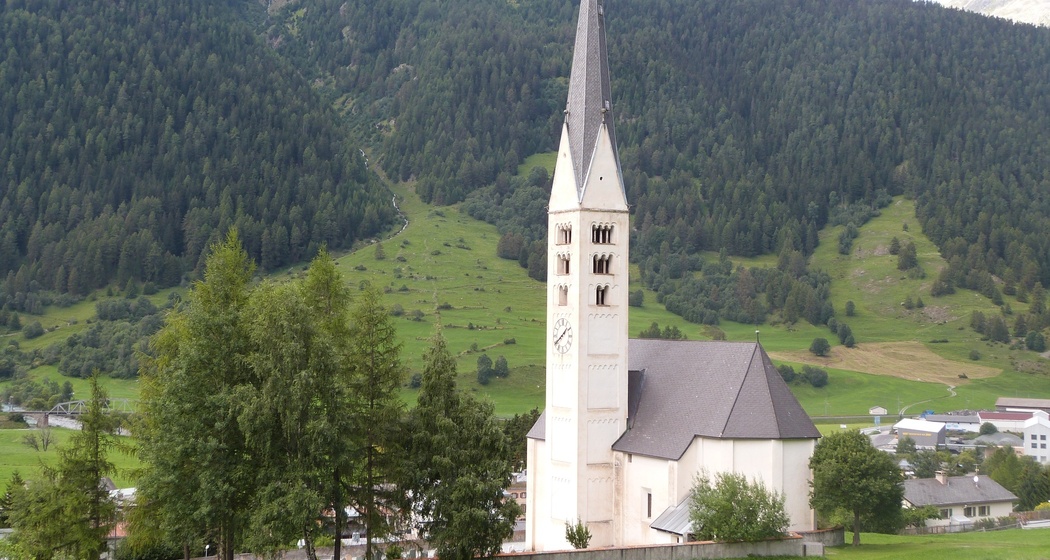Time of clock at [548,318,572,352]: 1:39
